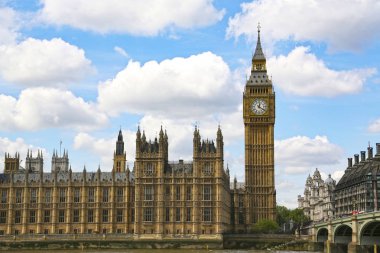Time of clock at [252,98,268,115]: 12:21
